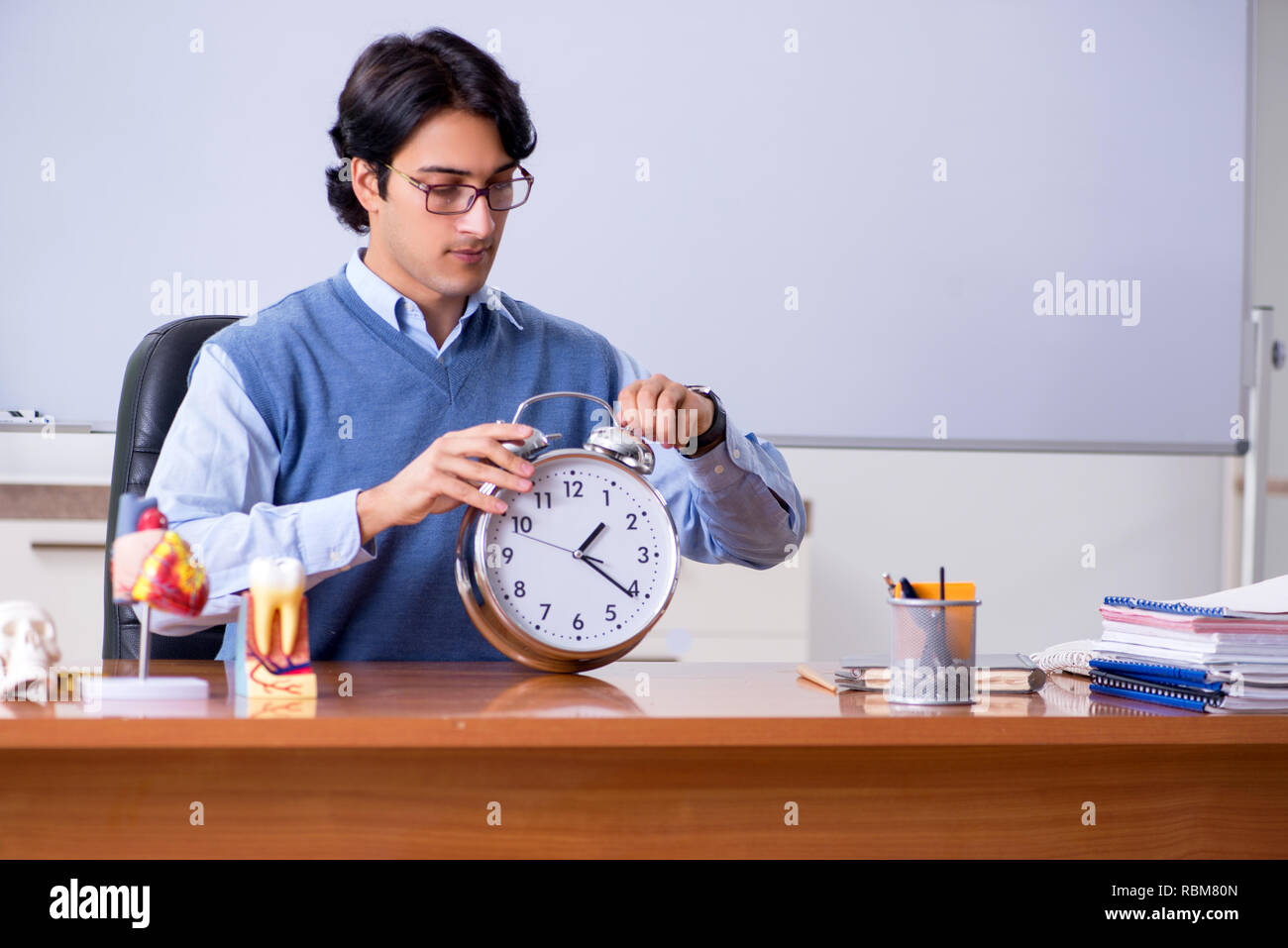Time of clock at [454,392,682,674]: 1:20
